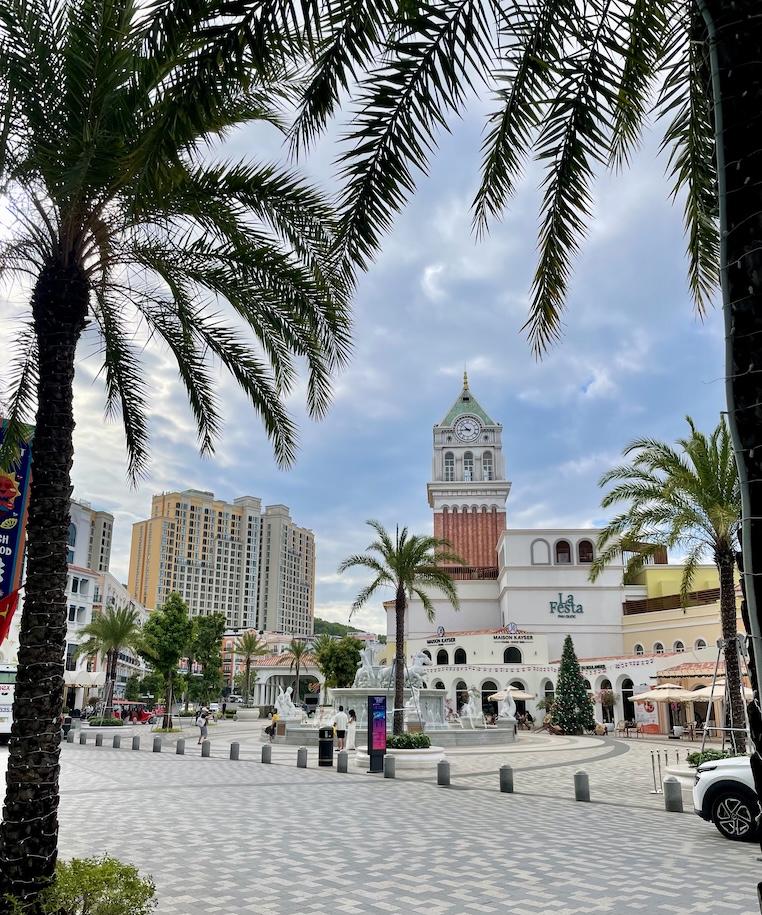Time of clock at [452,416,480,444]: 8:52
